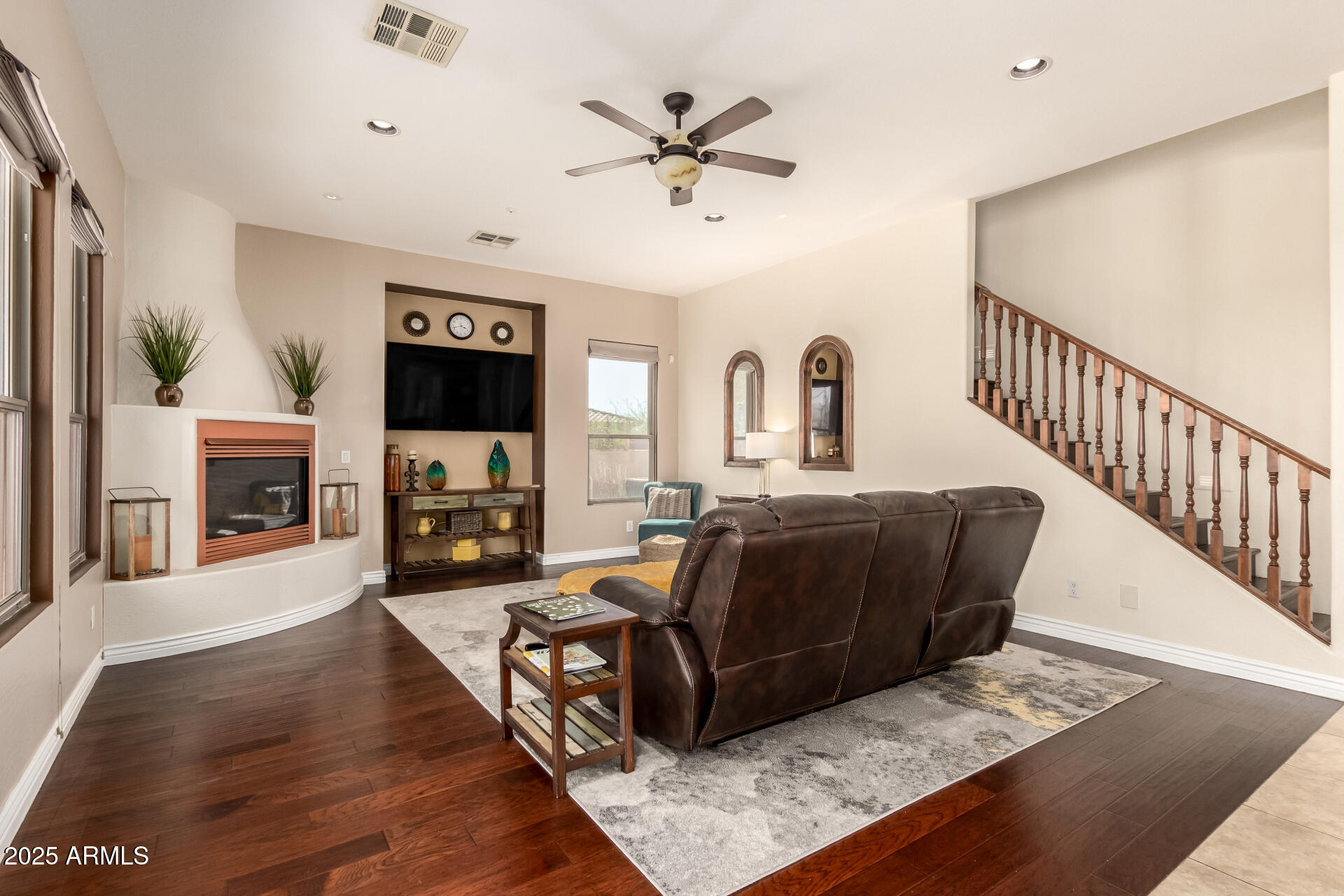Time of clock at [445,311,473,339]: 3:42
